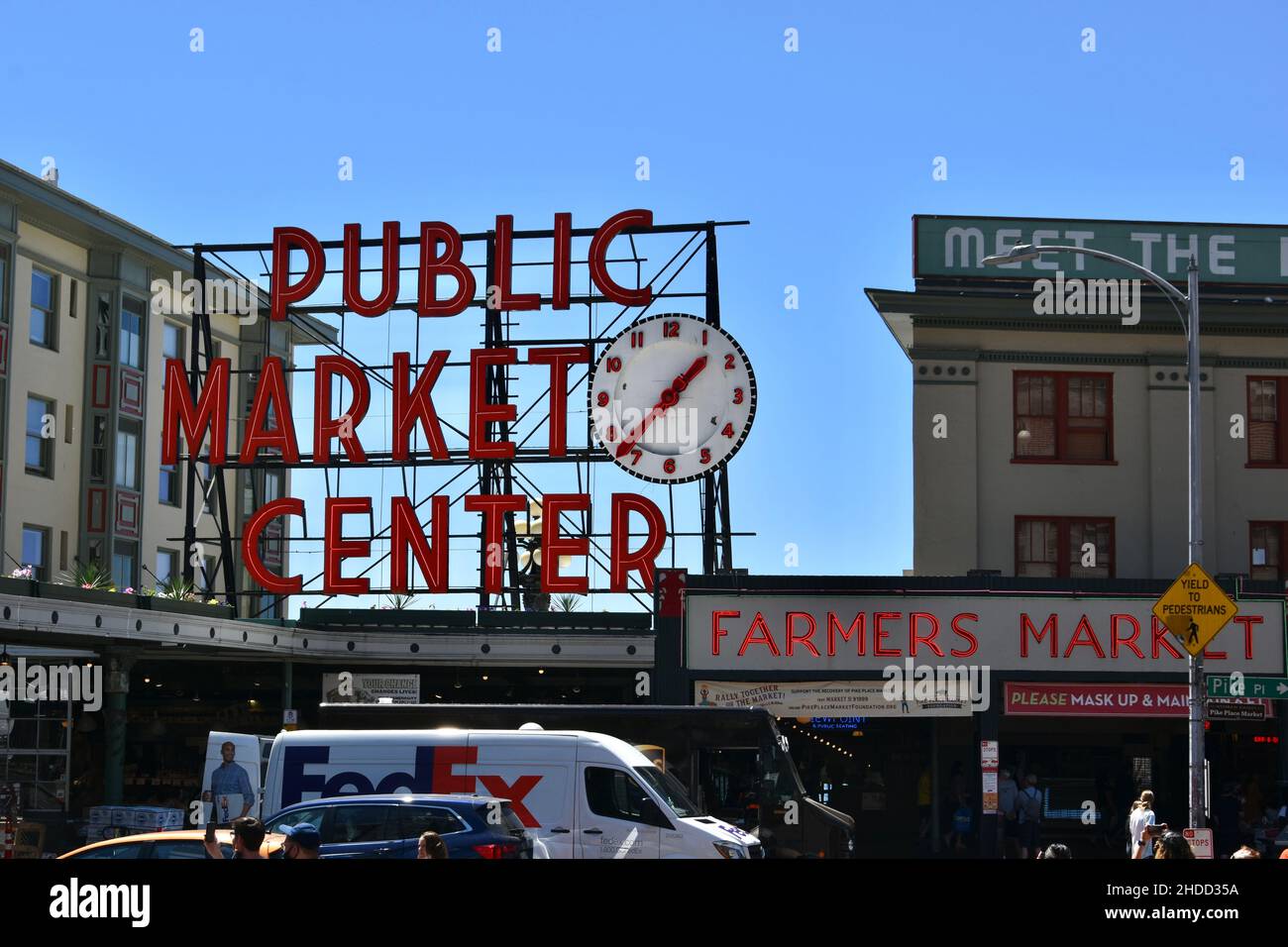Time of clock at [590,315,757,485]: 1:37
